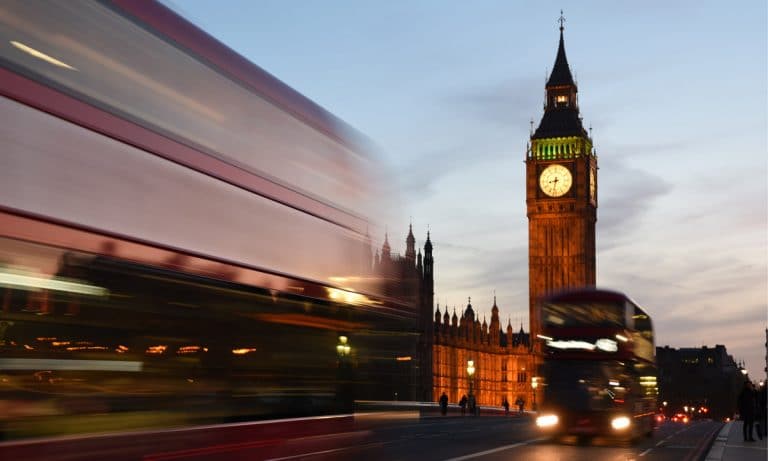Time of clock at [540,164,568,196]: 8:32
